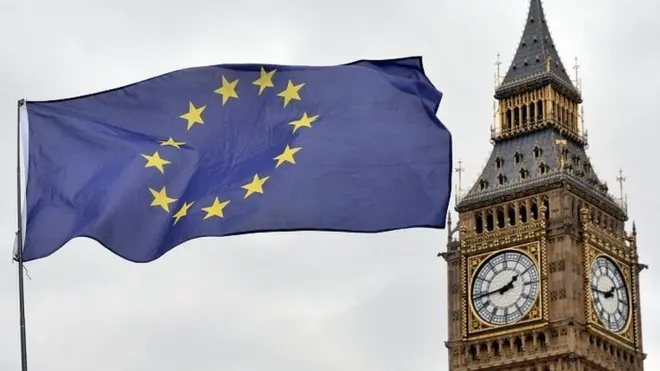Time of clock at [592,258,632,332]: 1:43
